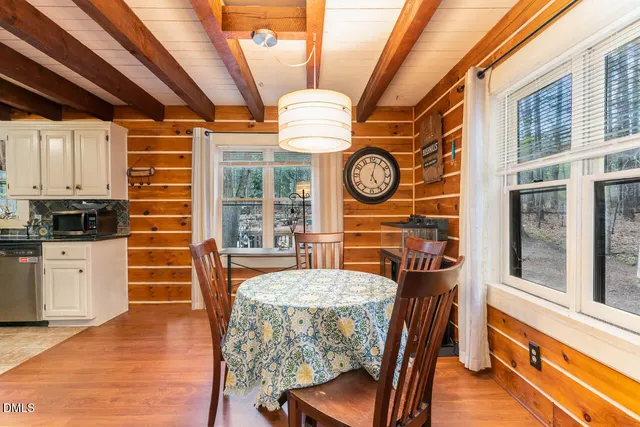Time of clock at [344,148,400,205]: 5:02
